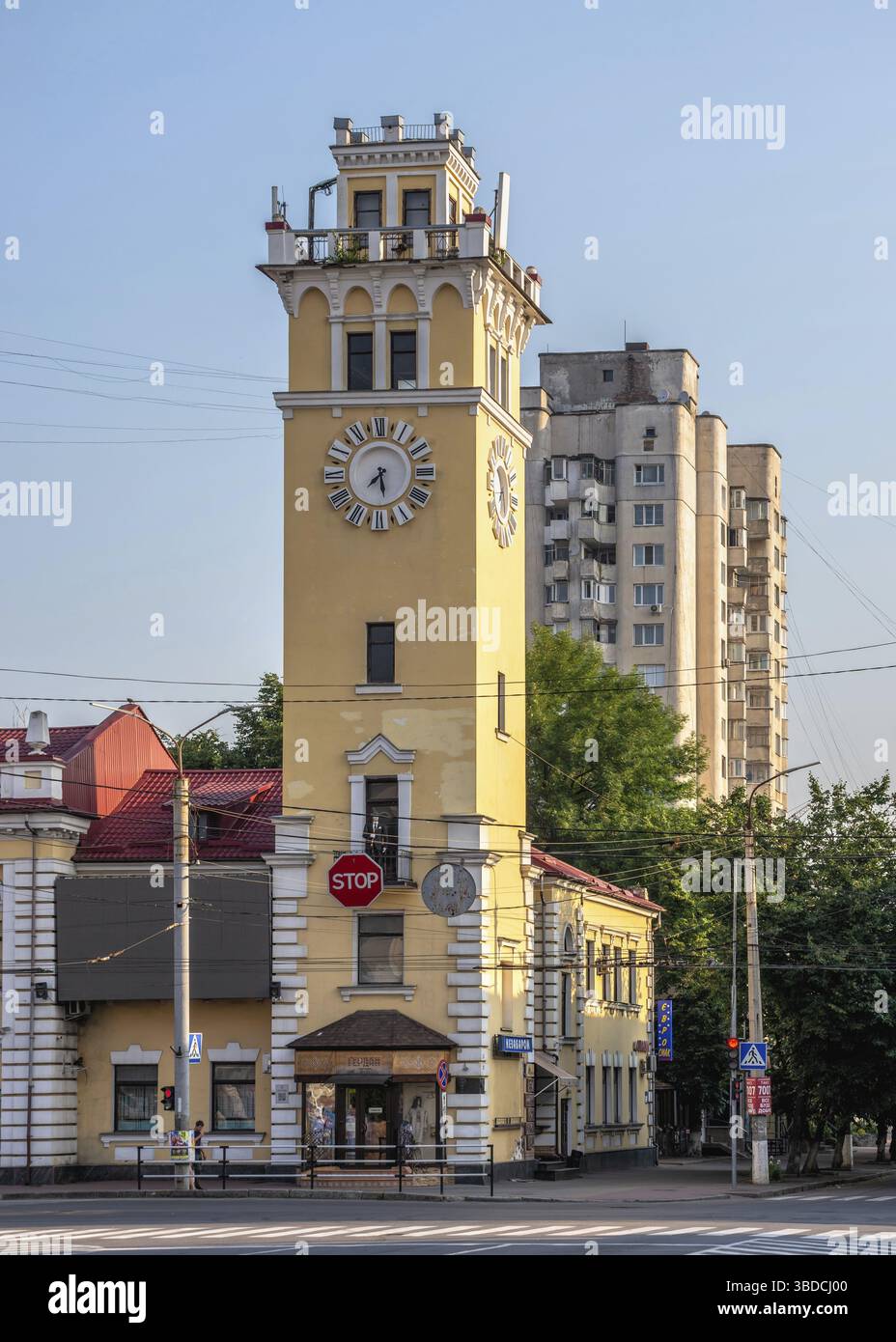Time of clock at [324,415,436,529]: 7:28
